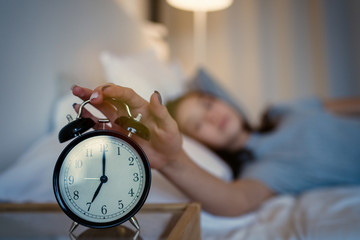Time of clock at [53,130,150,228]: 7:00
